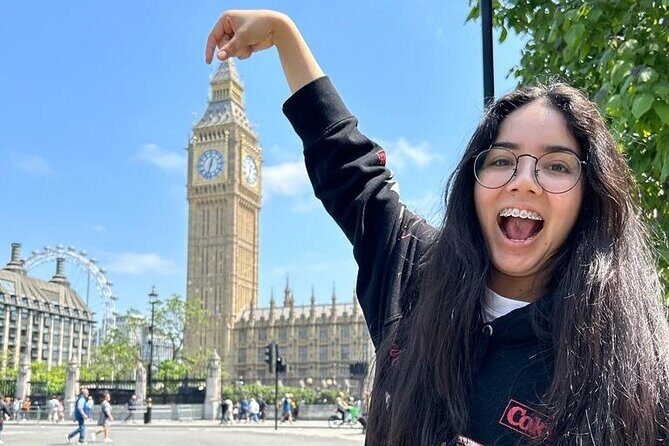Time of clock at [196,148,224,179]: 12:32
